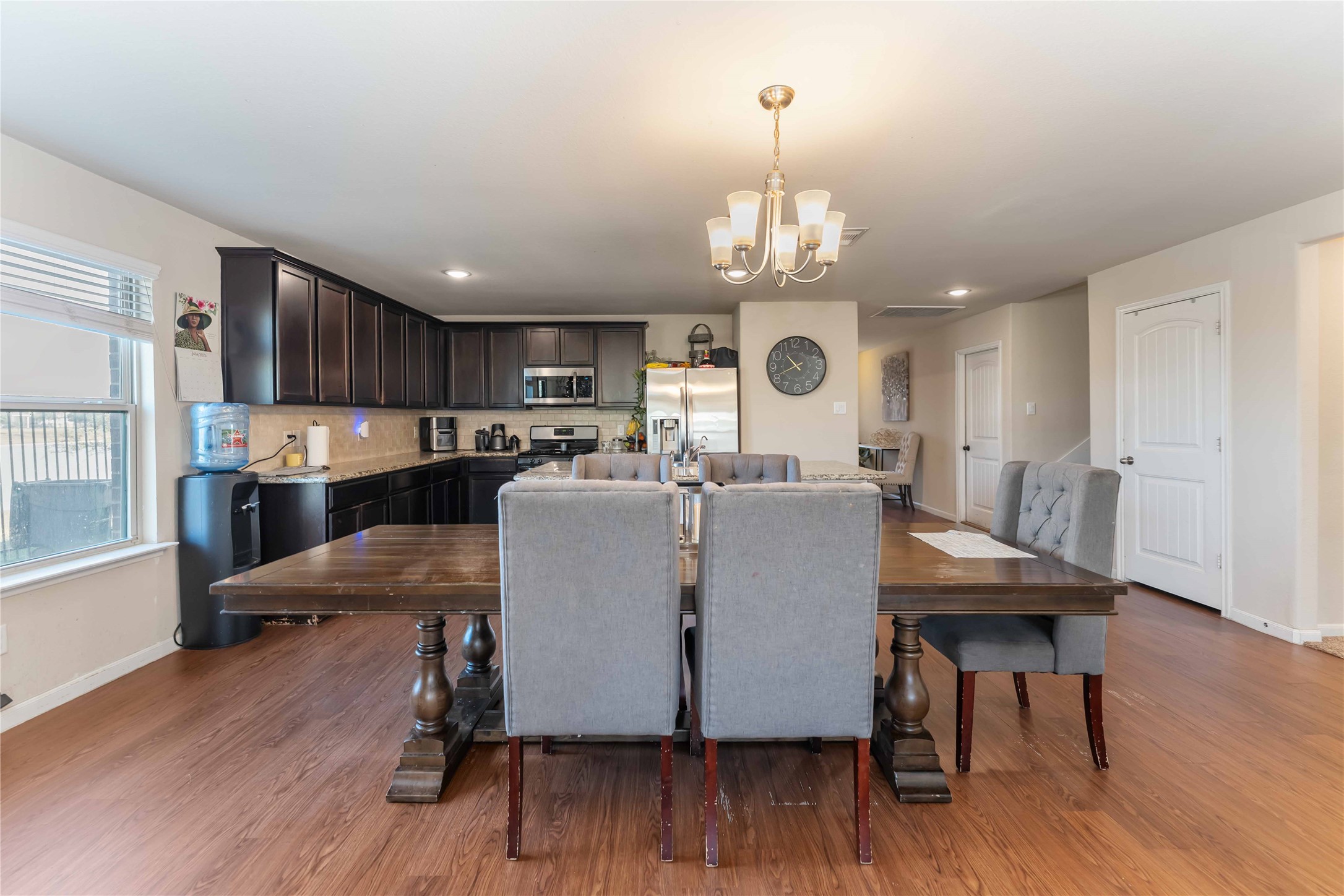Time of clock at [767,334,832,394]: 10:41
